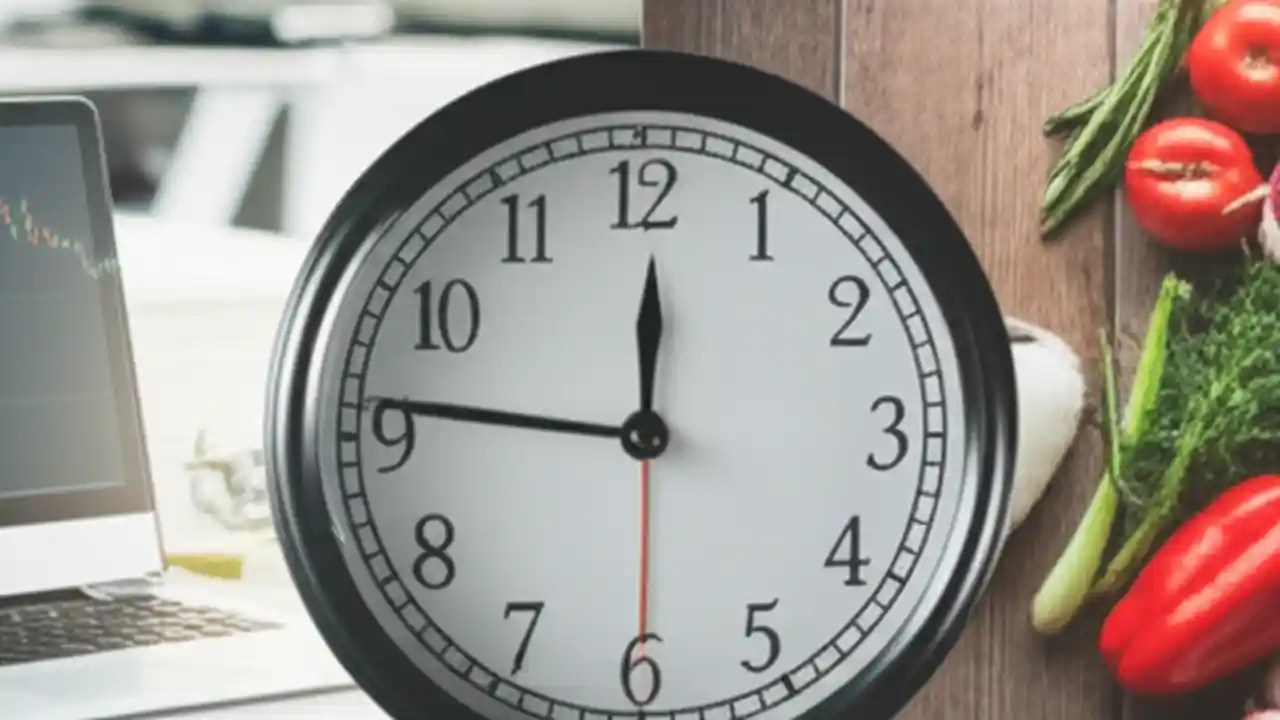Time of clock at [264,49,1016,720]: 11:46
